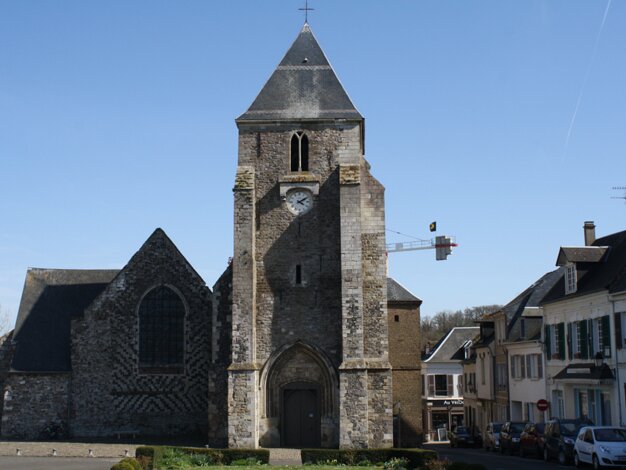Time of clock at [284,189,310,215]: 4:09
